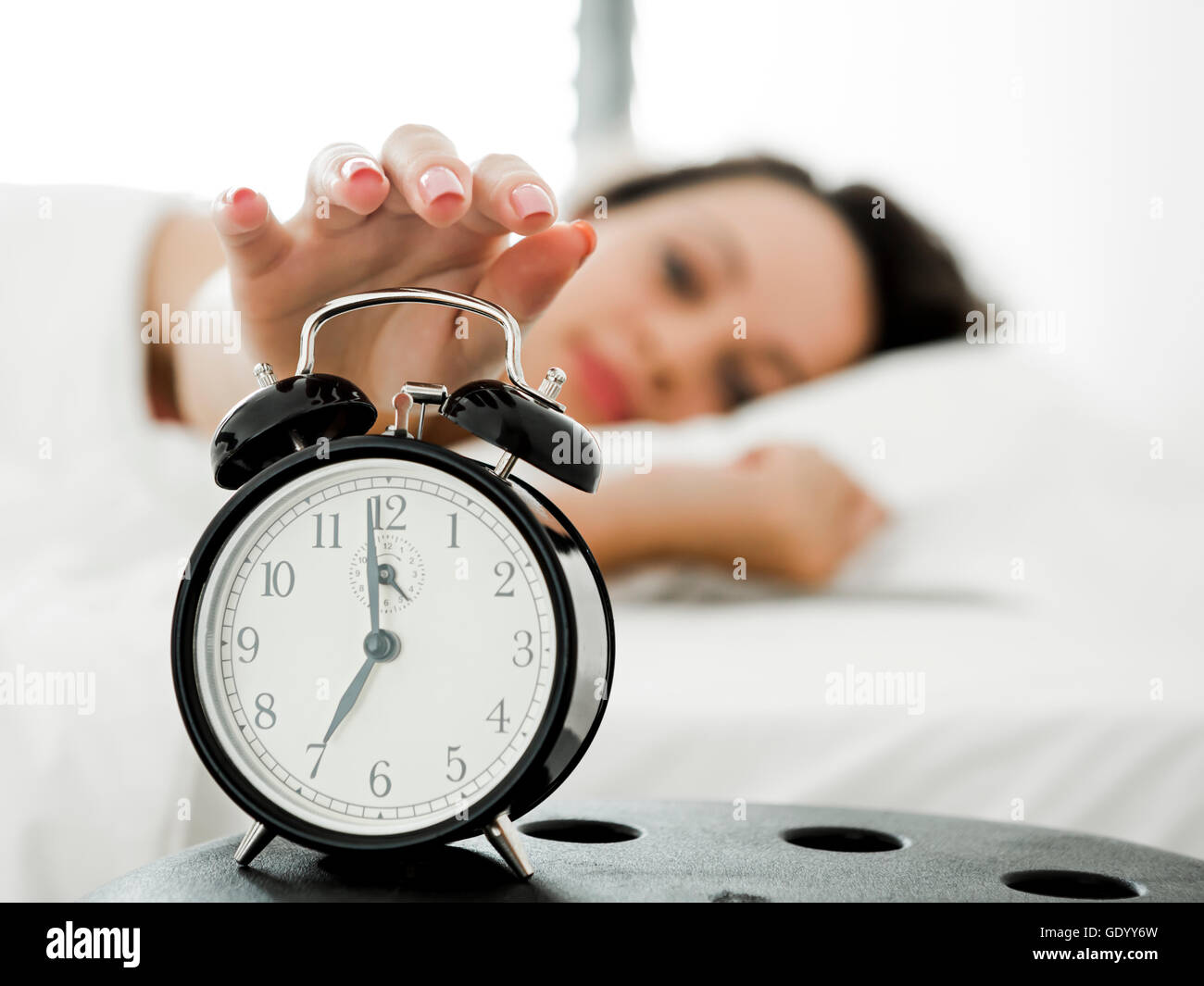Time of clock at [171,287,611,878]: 6:58
